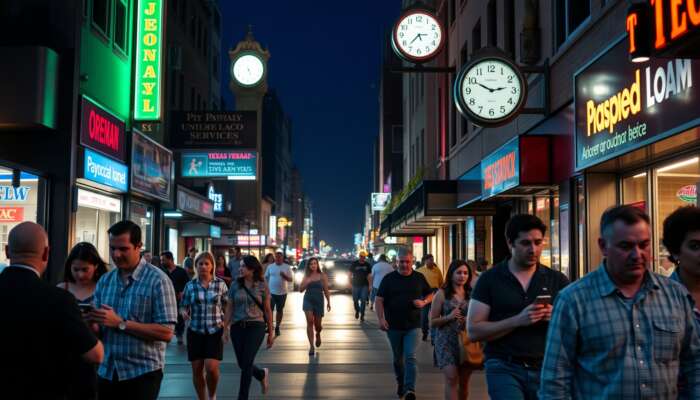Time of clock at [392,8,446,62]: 2:37
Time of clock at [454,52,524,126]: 2:49
